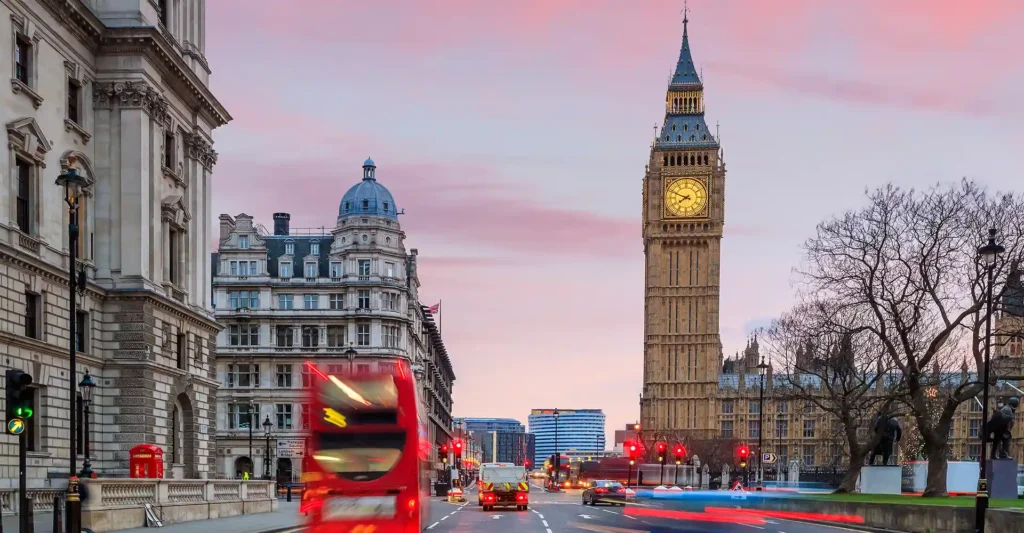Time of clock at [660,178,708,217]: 7:48
